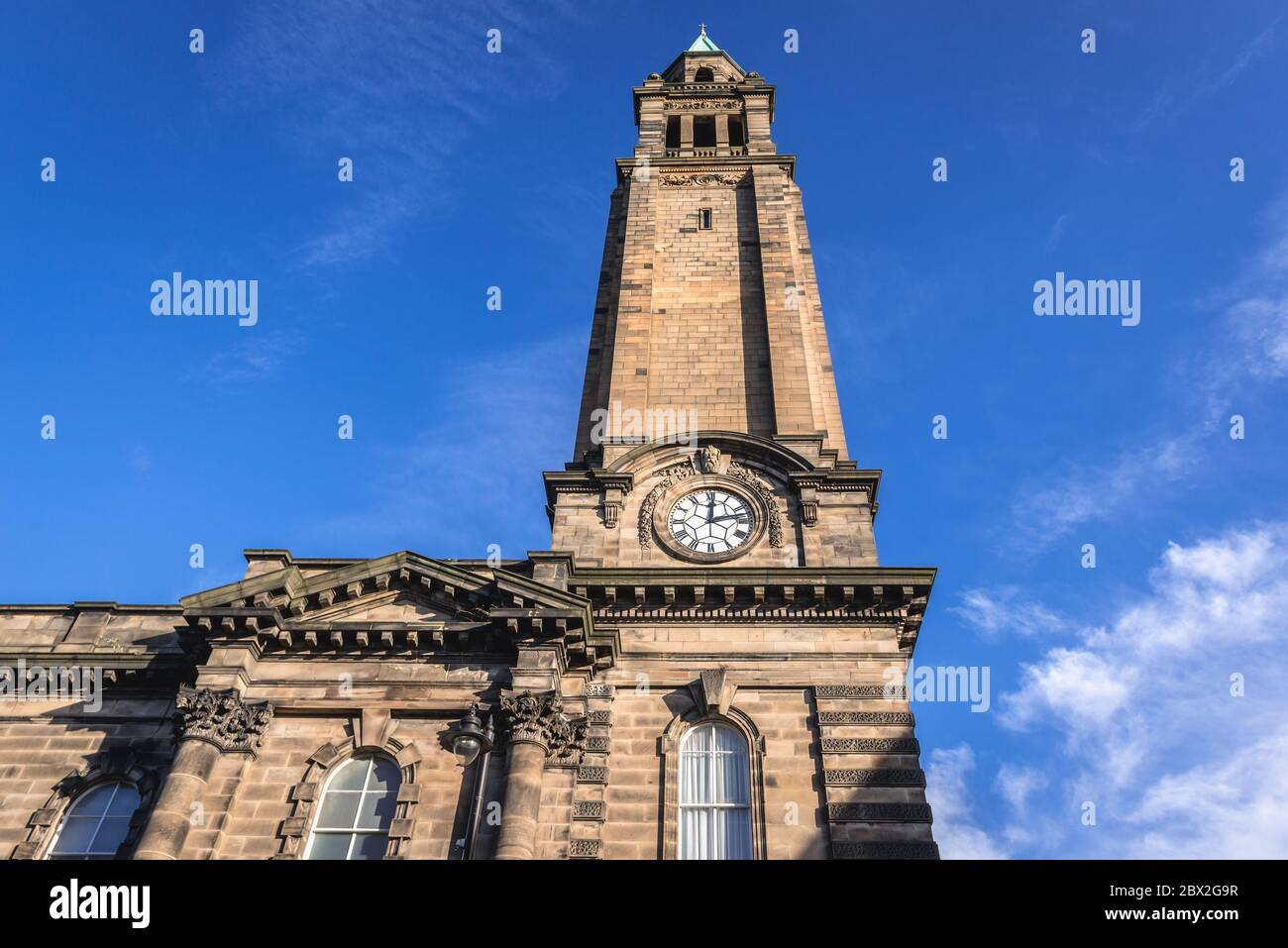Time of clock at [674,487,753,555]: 12:12
